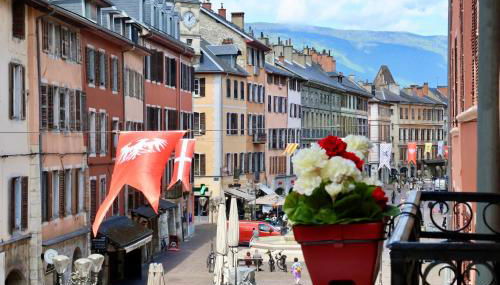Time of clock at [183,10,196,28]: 12:07
